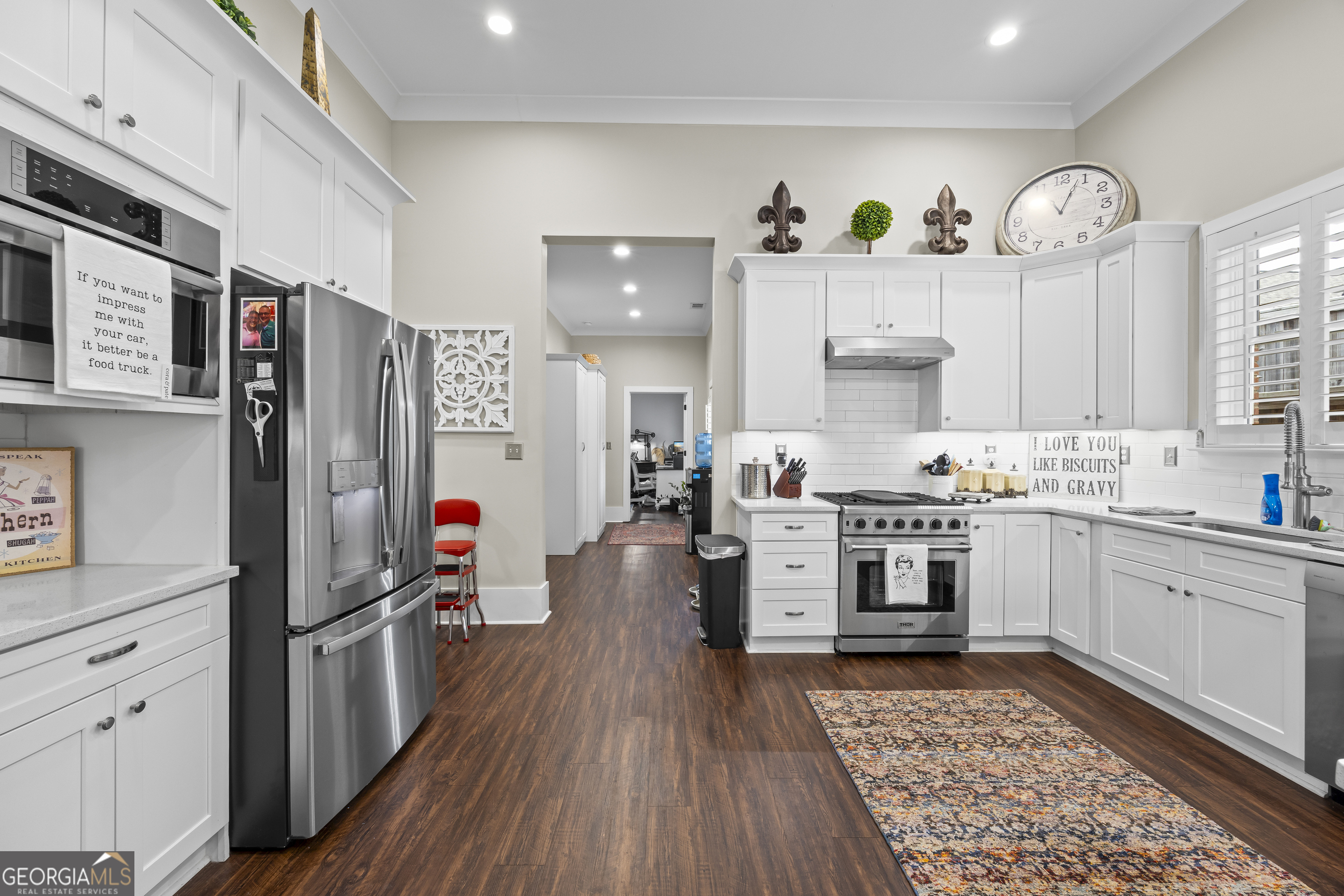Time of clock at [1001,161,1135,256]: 1:03
